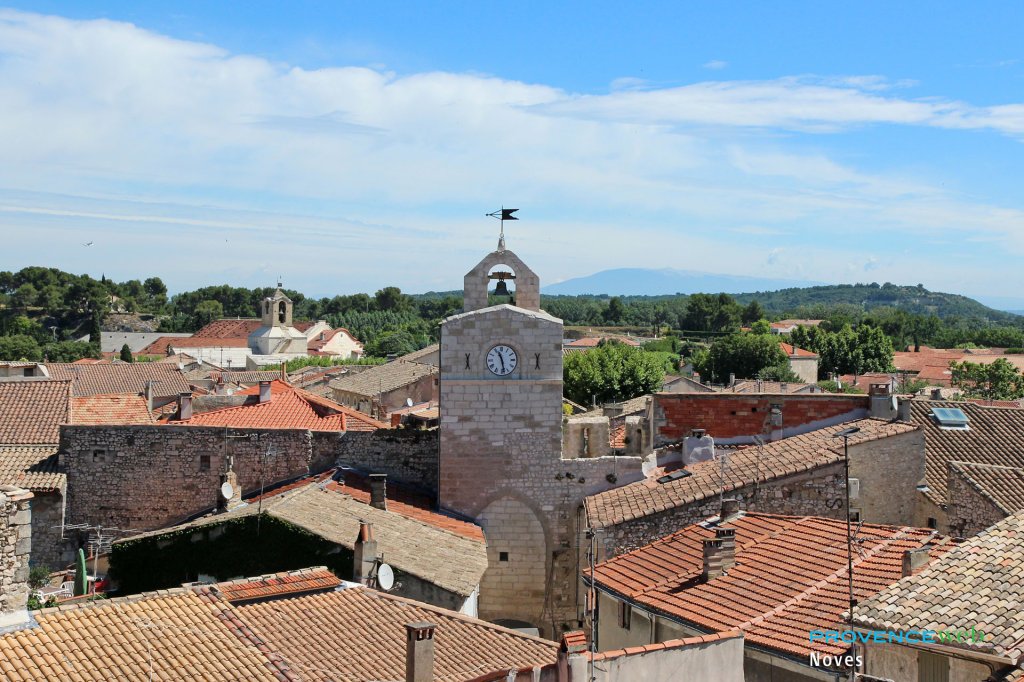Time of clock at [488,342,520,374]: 11:28
